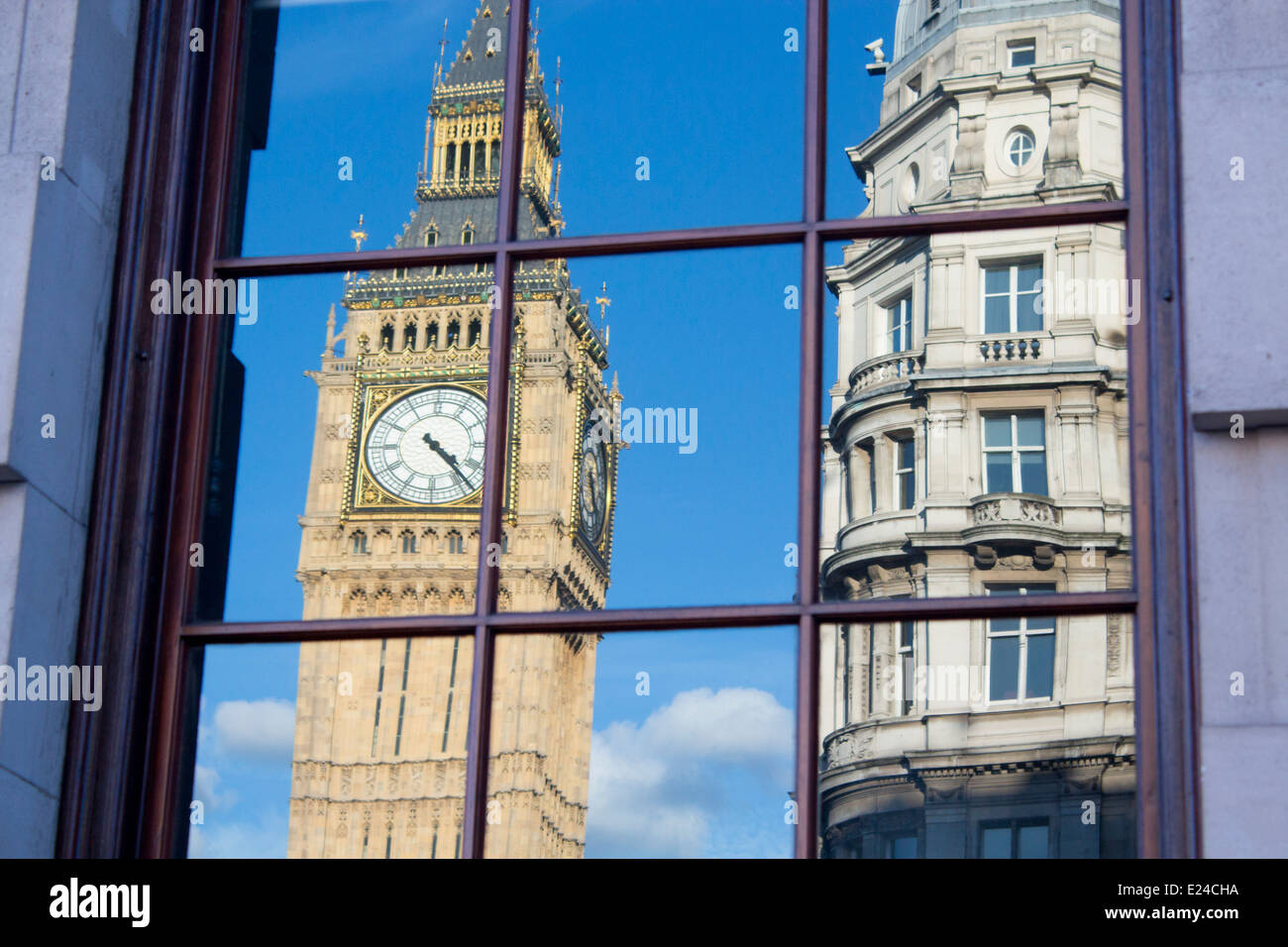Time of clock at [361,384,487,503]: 4:22
